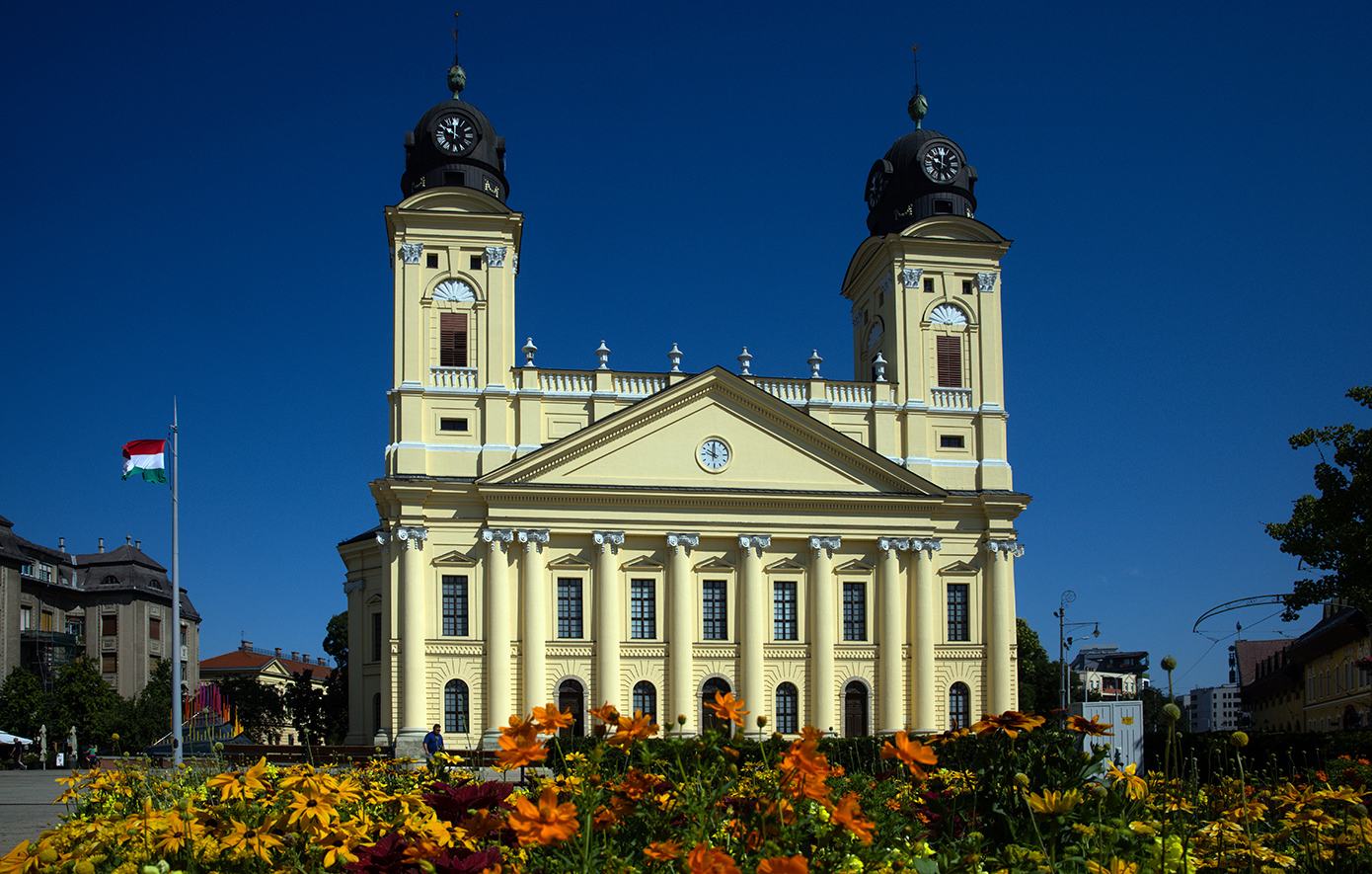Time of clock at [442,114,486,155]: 11:49
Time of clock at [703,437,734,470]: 10:00
